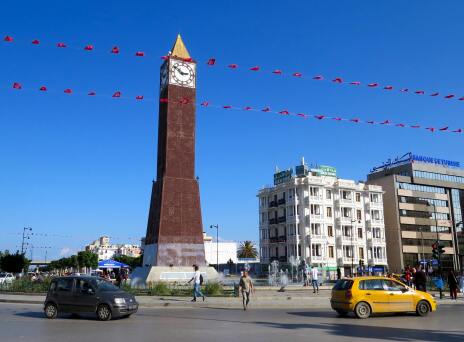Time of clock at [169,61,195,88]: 2:50
